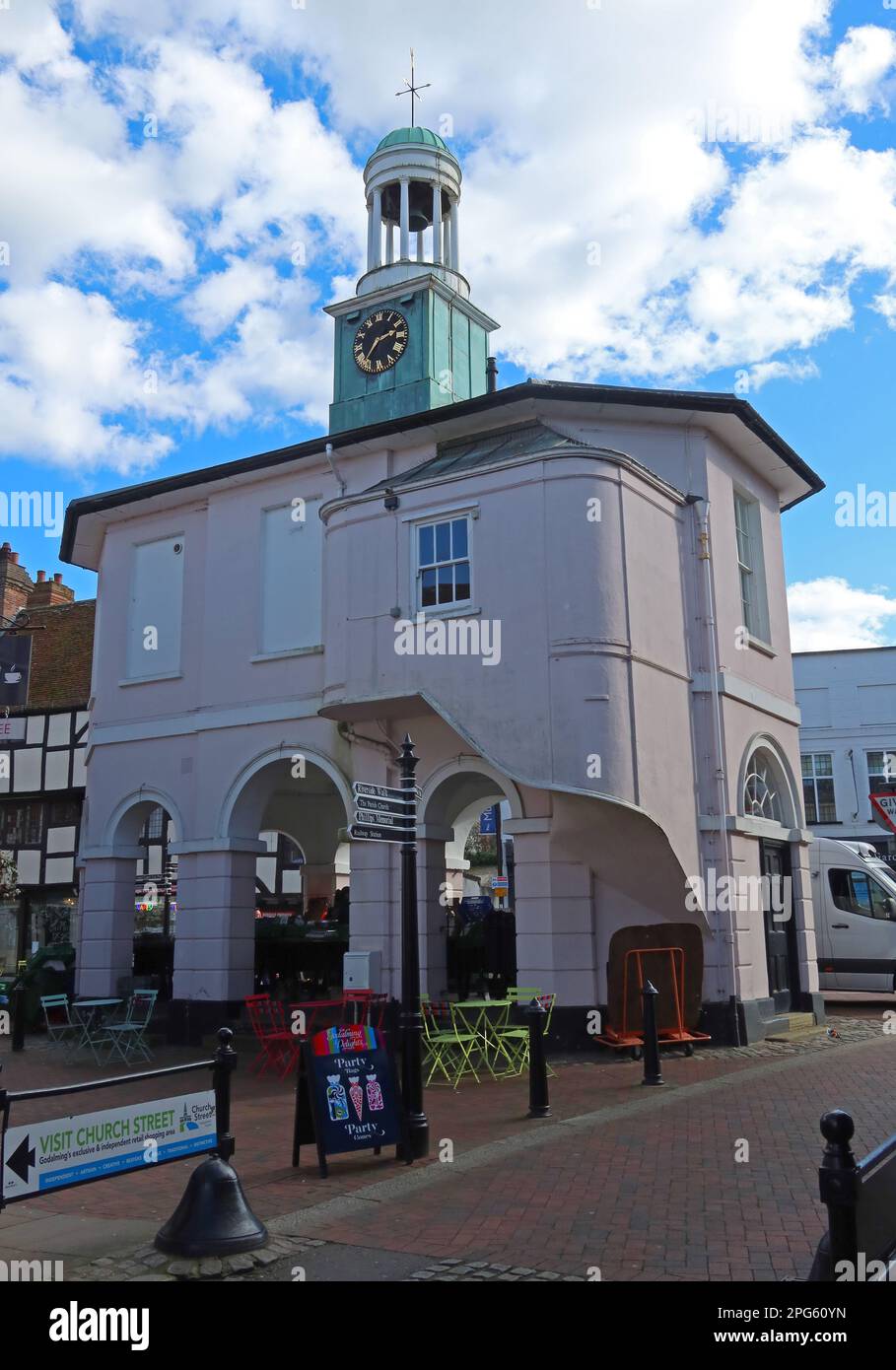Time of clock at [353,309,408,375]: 2:36
